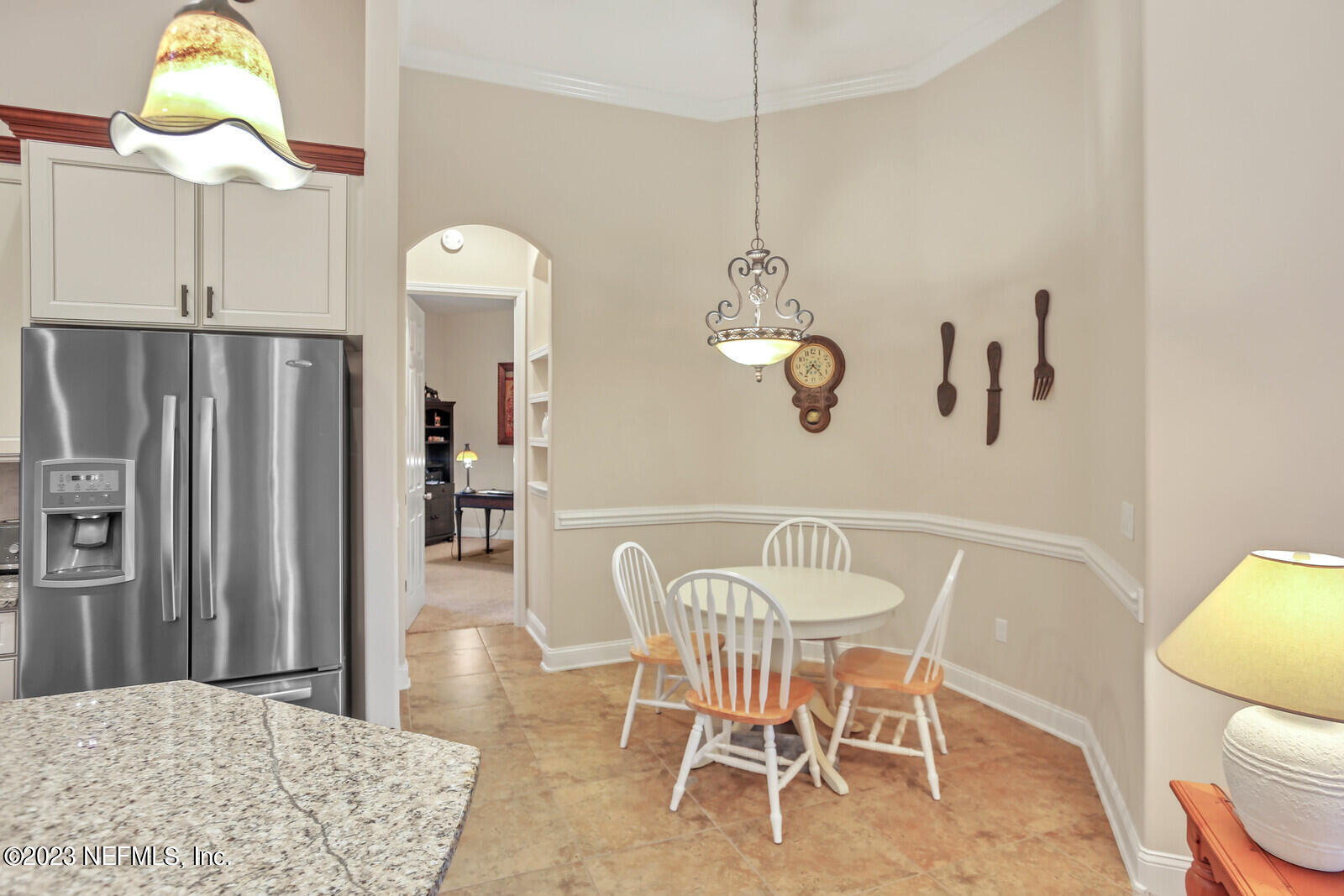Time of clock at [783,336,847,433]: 7:22
